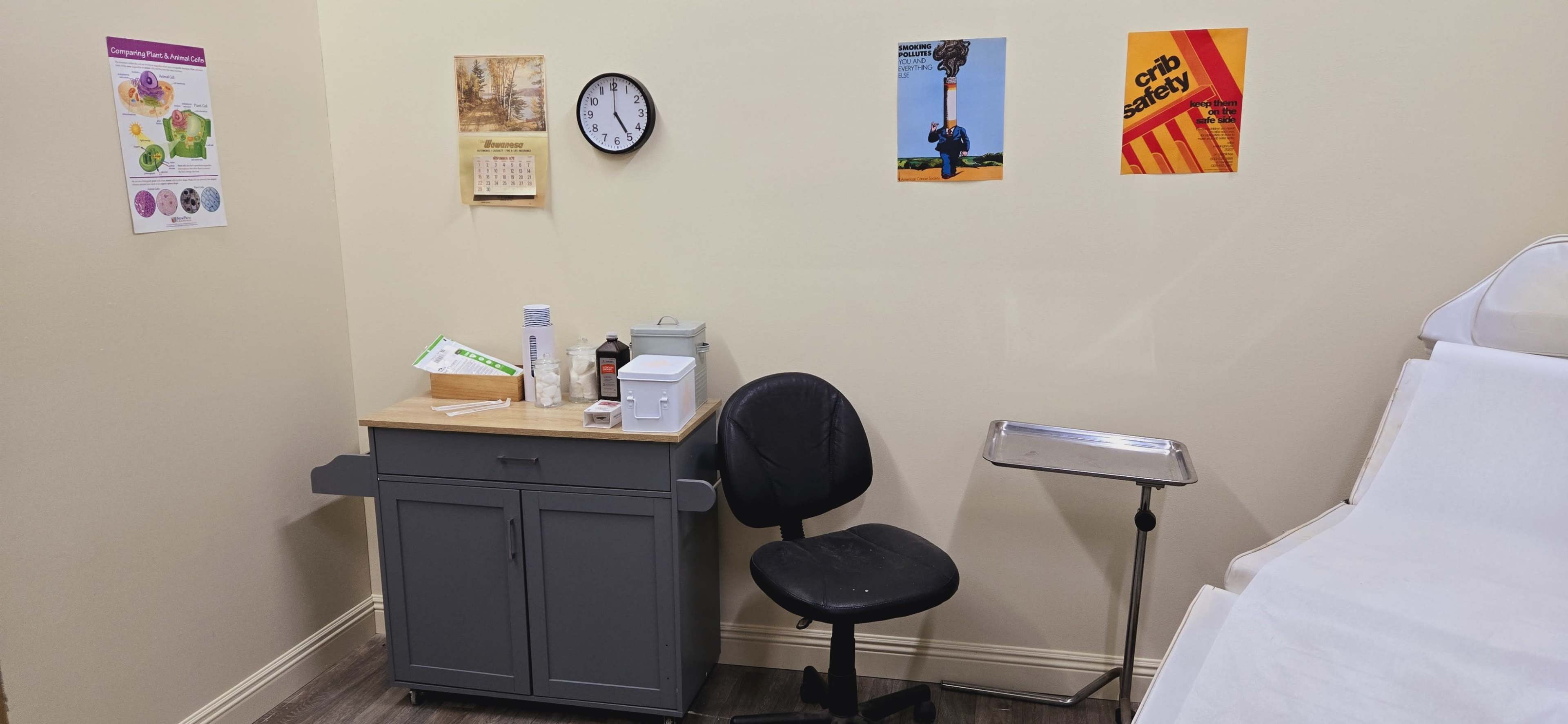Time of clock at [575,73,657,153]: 5:00
